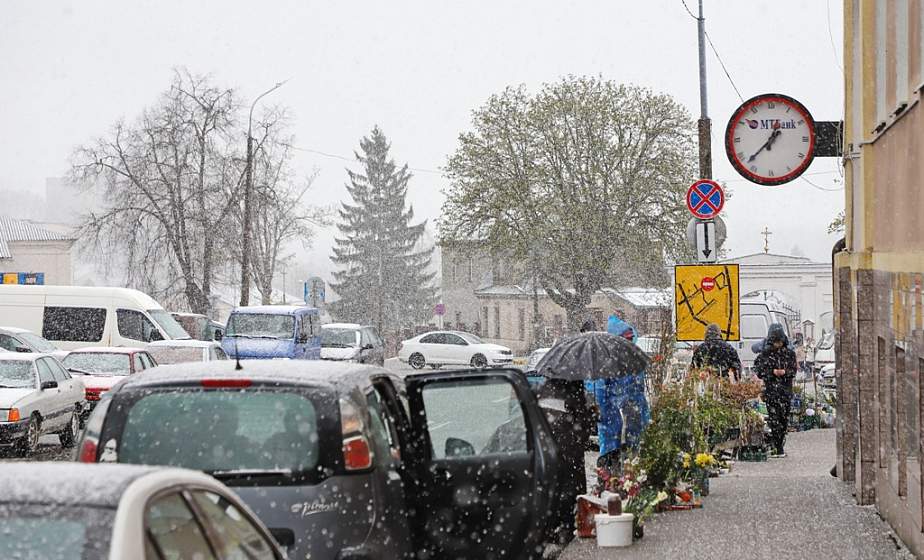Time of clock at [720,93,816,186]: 12:37
